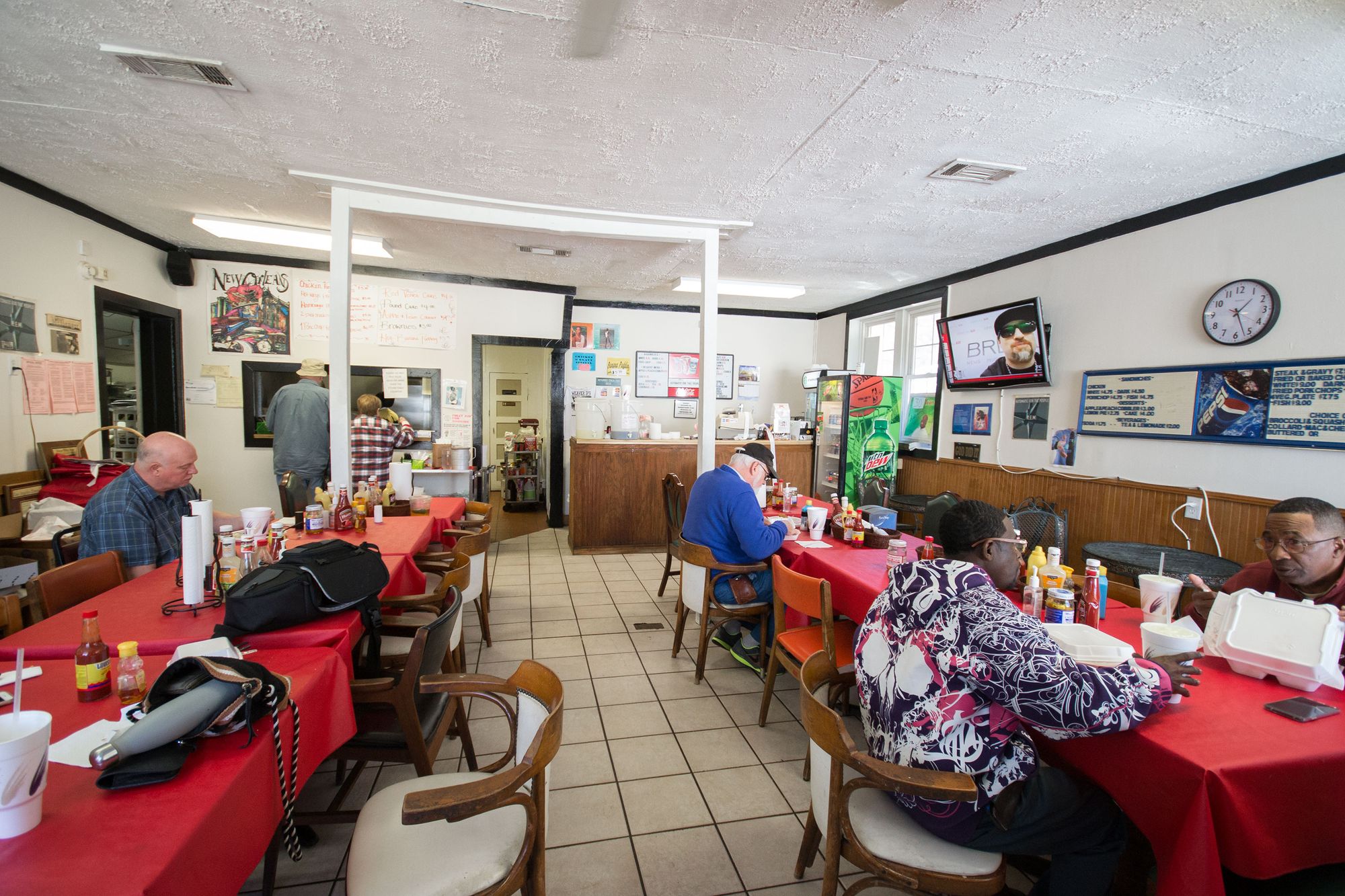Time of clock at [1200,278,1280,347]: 1:26
